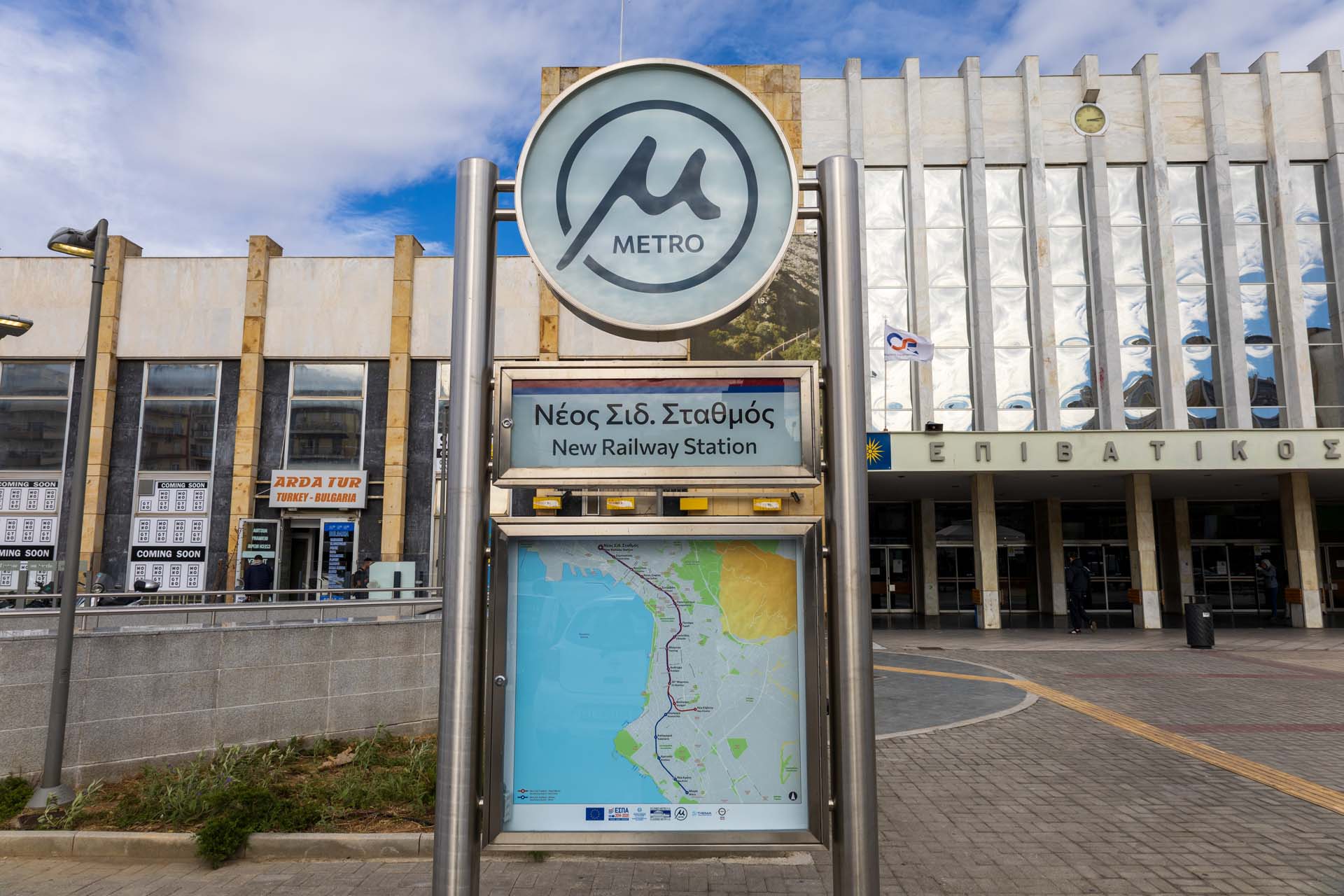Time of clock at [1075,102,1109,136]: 3:13
